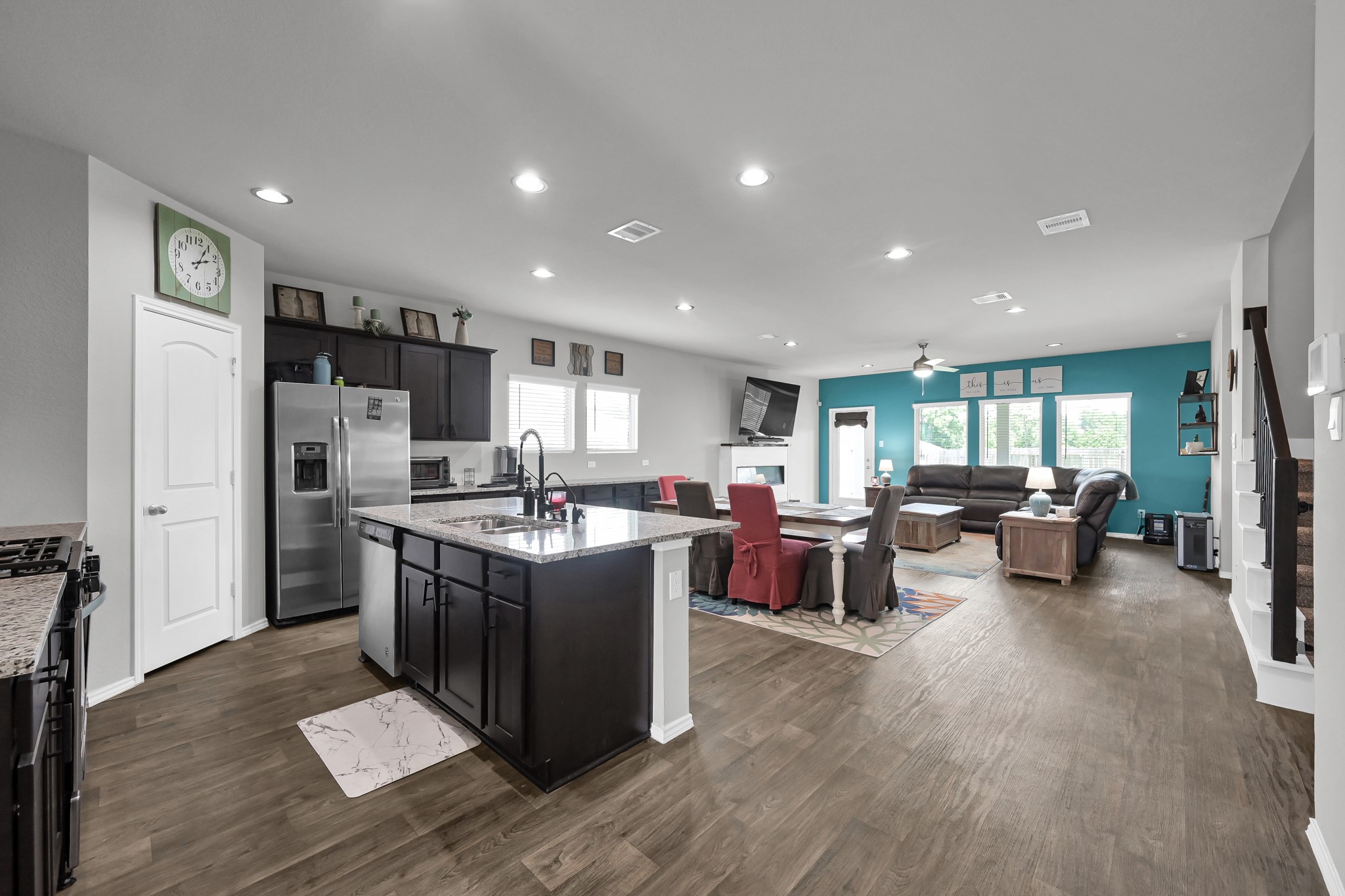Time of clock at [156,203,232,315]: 2:04
